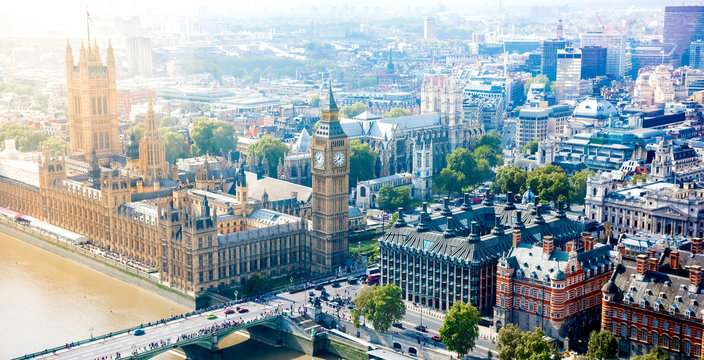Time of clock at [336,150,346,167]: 12:40
